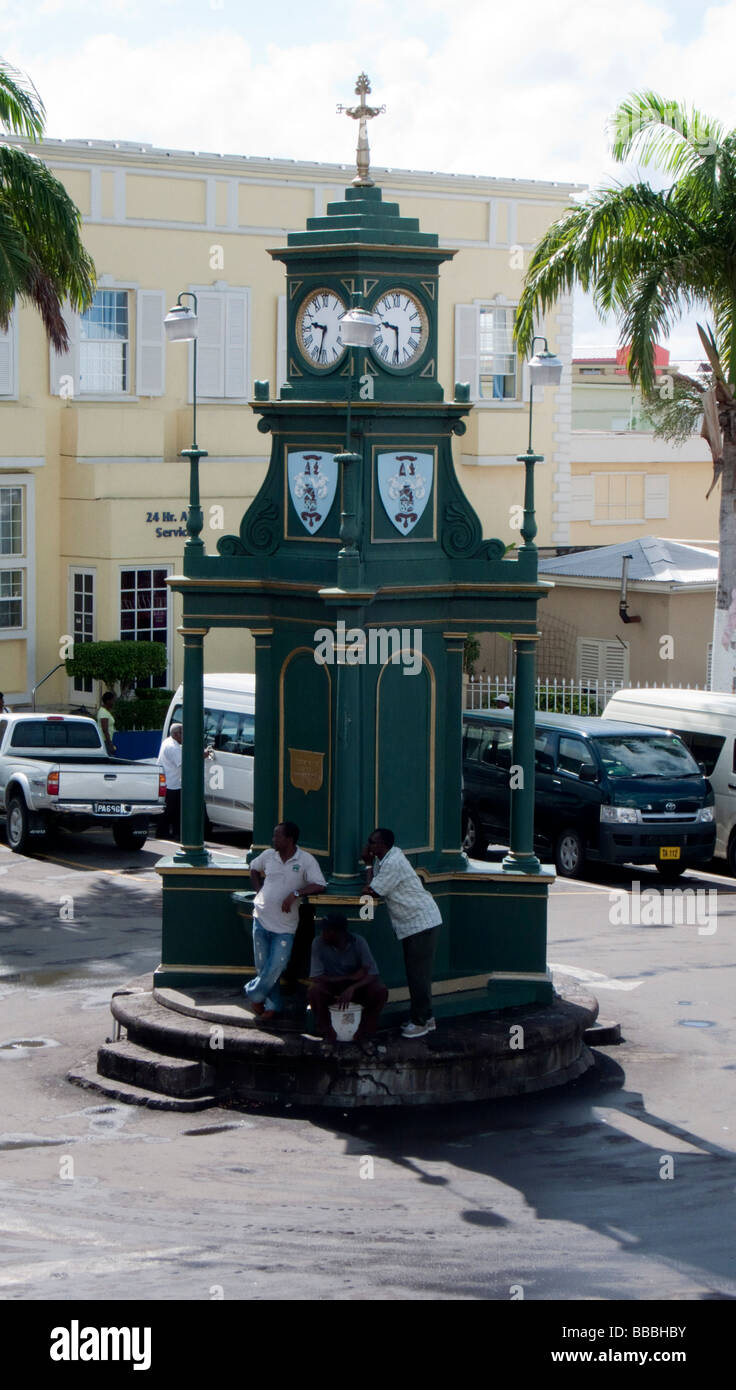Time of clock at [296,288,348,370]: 9:32
